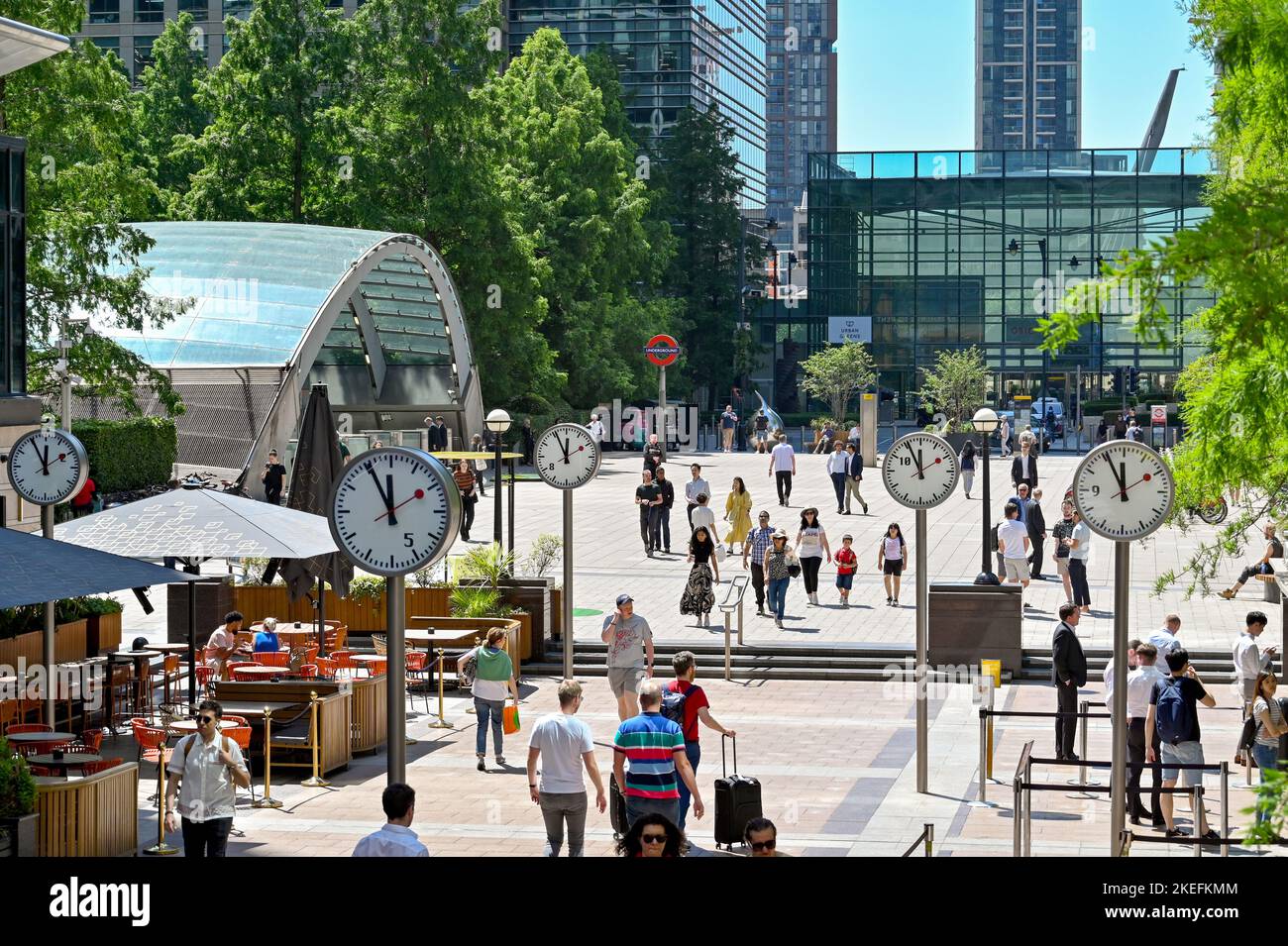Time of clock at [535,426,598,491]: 11:55
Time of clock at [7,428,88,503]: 11:55
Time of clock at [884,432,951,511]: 11:55
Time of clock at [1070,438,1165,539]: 11:55
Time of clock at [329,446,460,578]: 11:55
